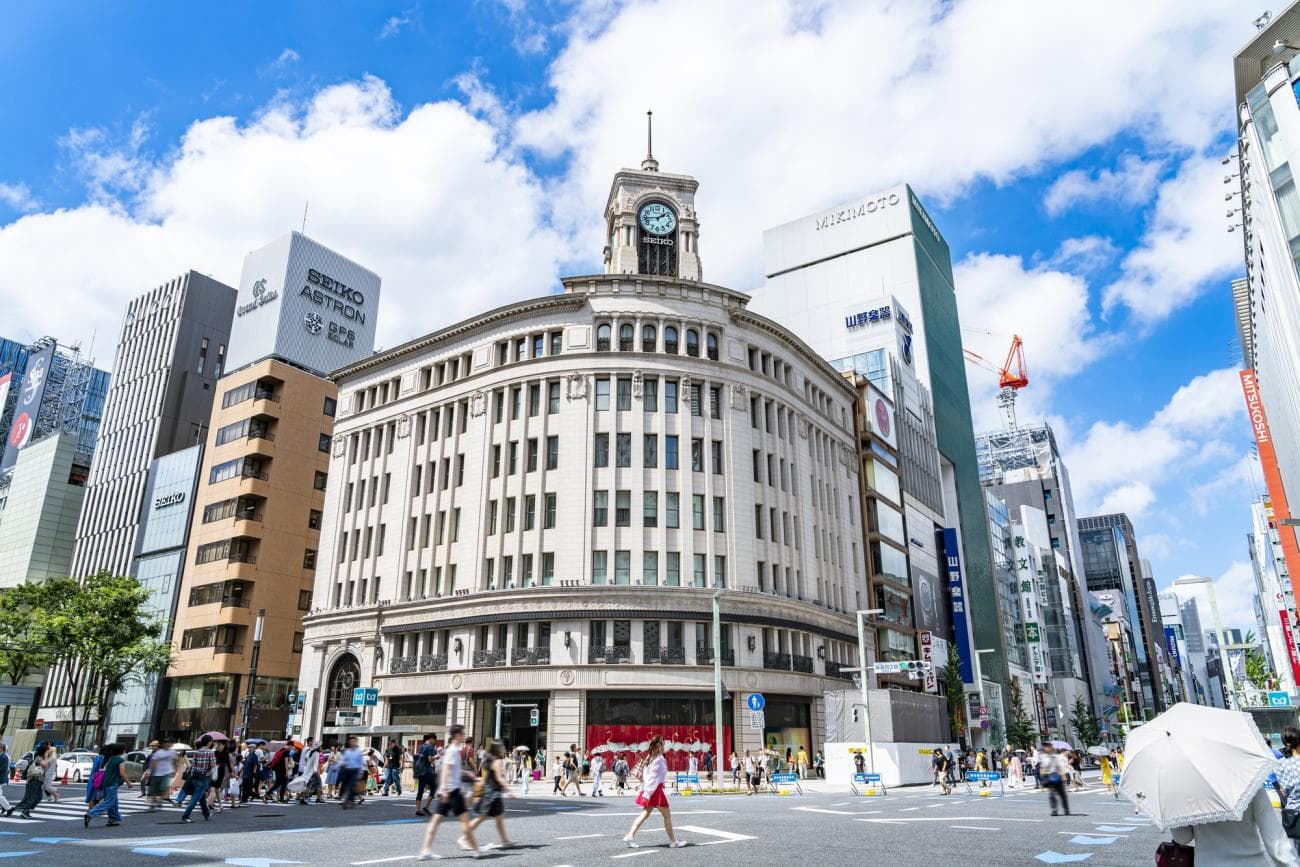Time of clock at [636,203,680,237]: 1:43
